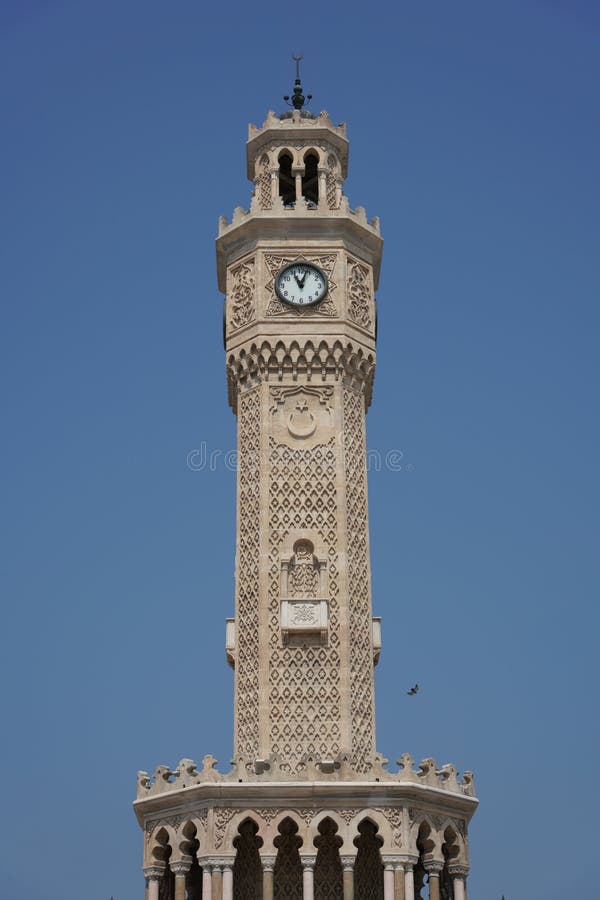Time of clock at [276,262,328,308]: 11:03
